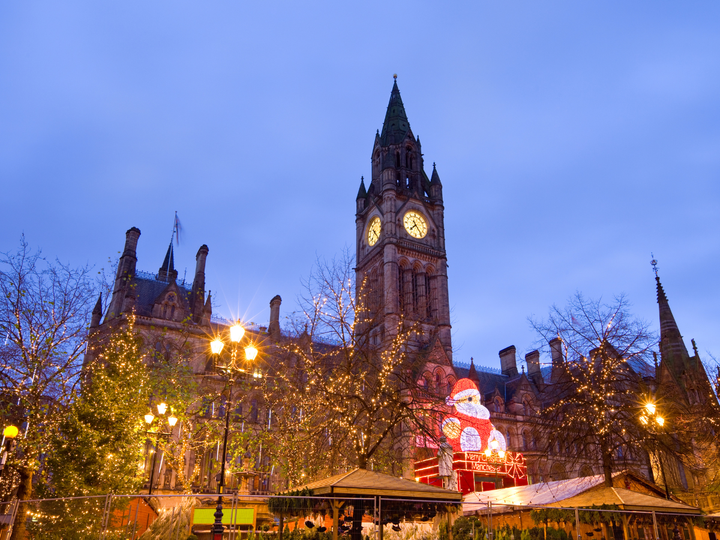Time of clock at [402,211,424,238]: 7:24
